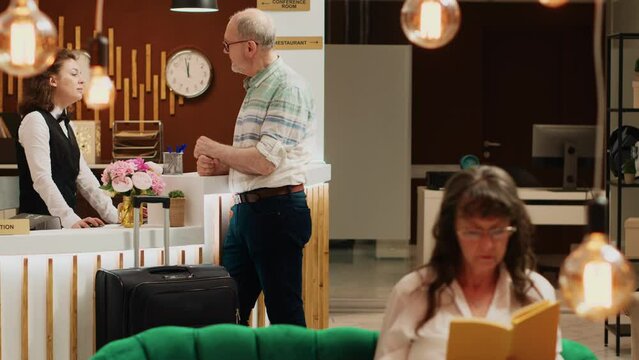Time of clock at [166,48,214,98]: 11:57
